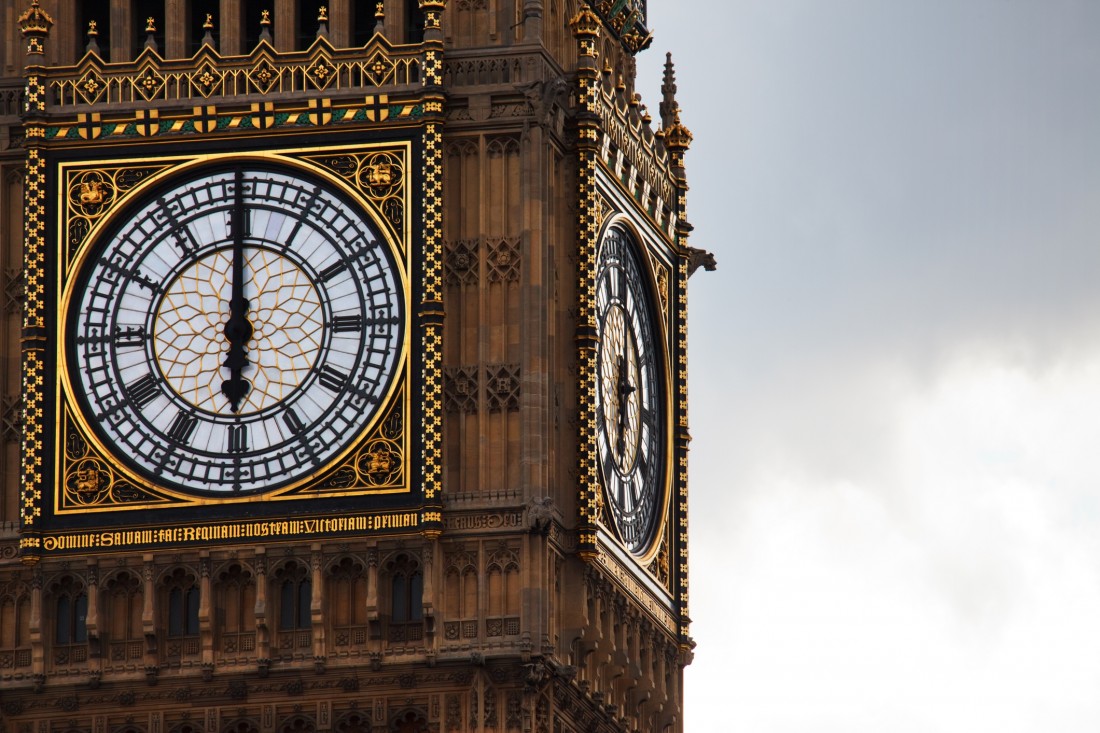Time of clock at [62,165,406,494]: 5:59
